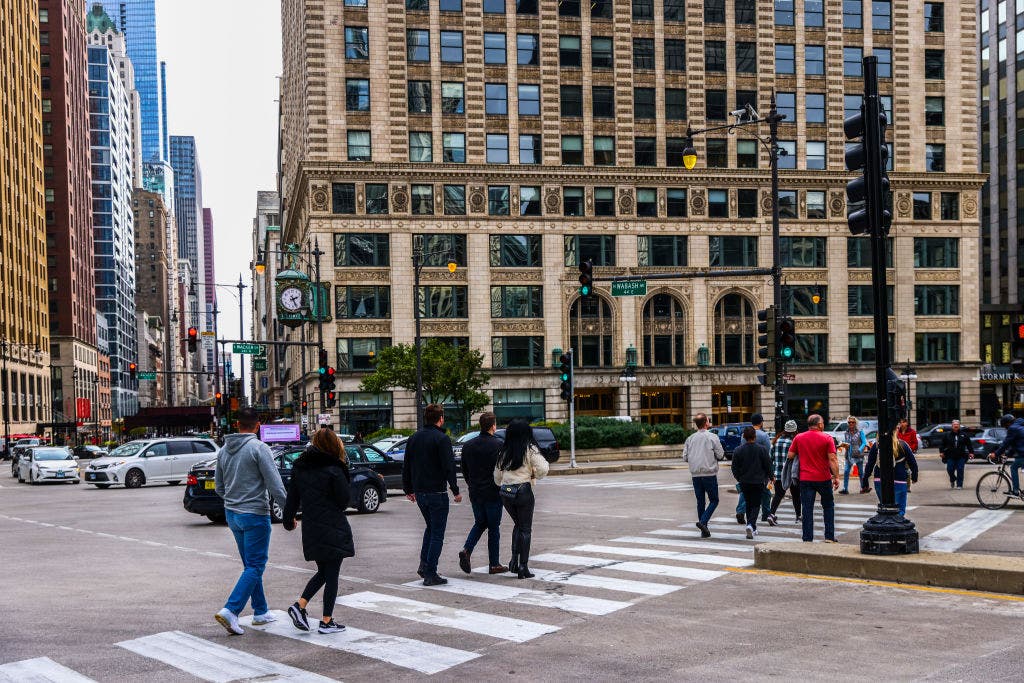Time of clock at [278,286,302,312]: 2:25
